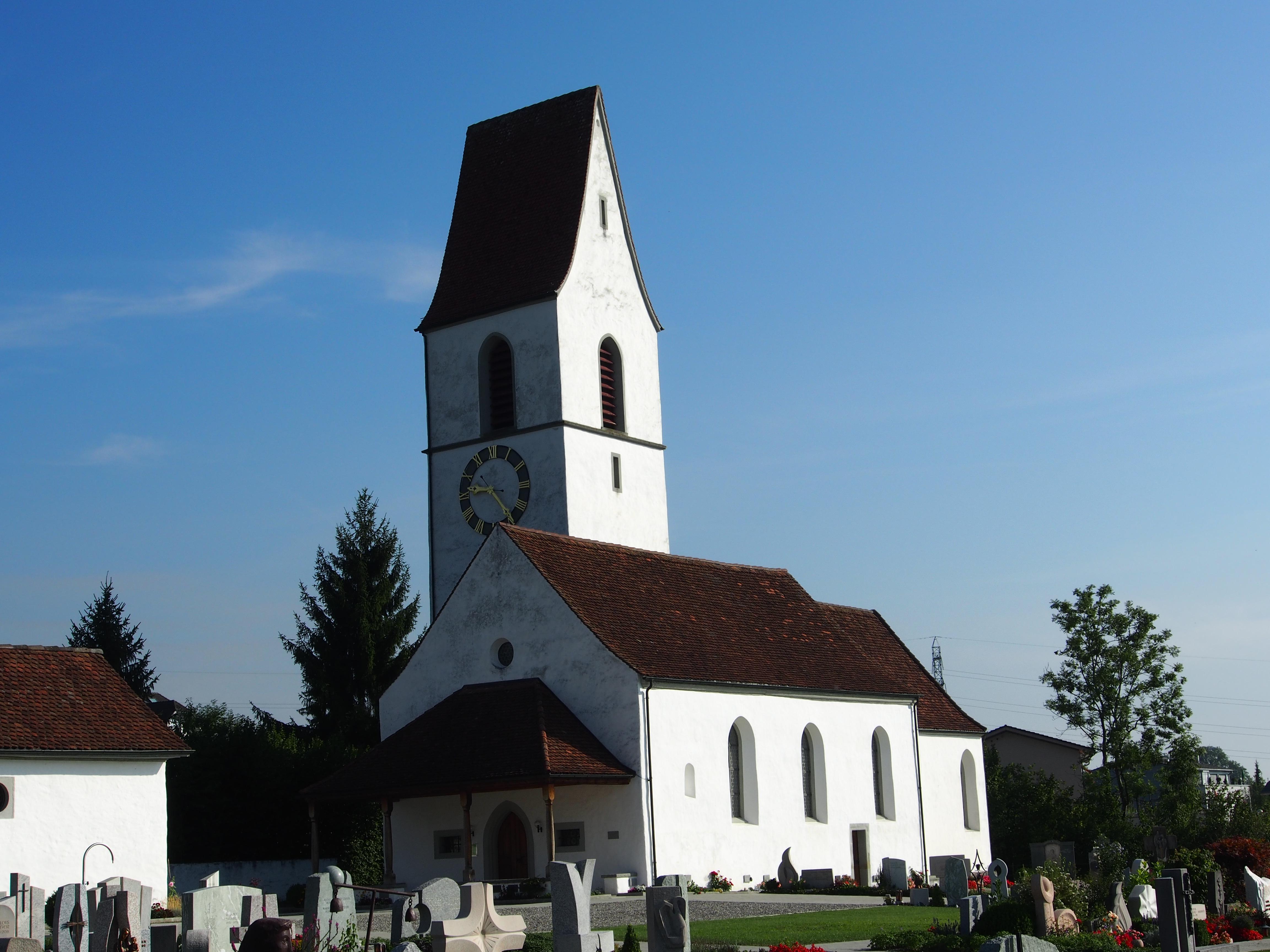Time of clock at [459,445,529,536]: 9:23
